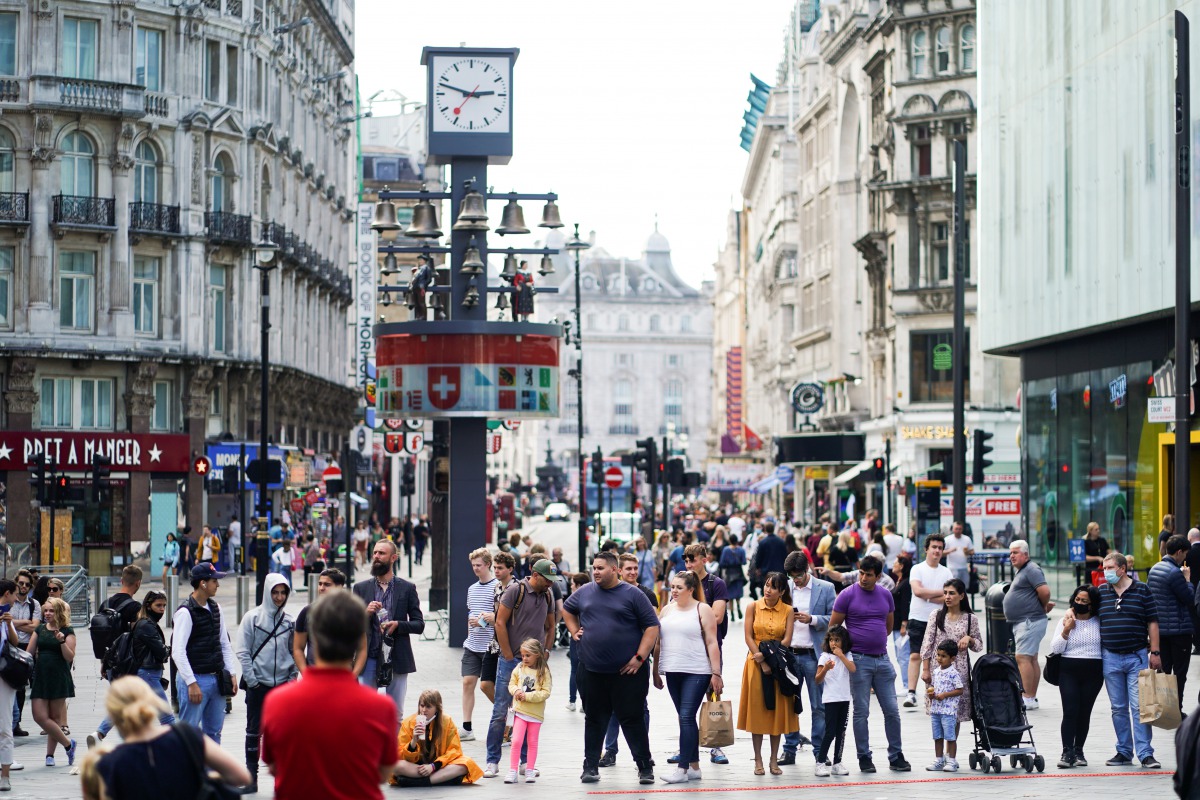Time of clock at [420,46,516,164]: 2:47
